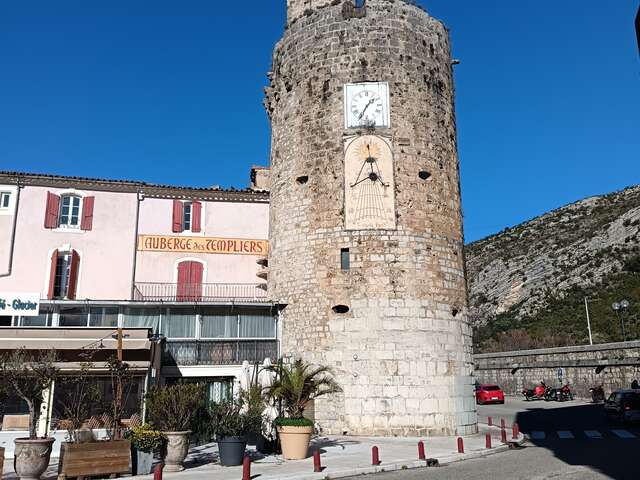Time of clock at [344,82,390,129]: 1:35
